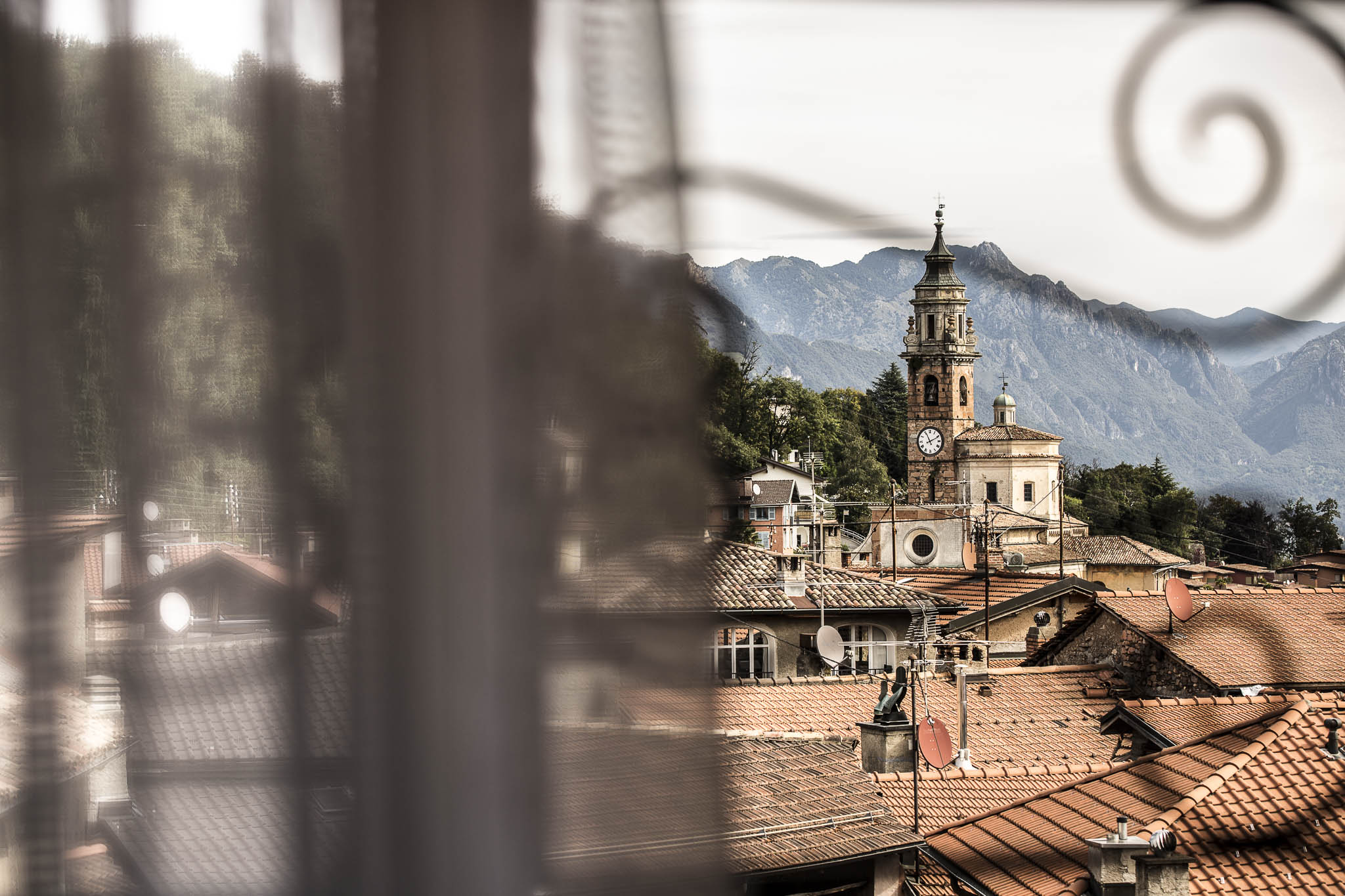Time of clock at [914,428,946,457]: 11:10
